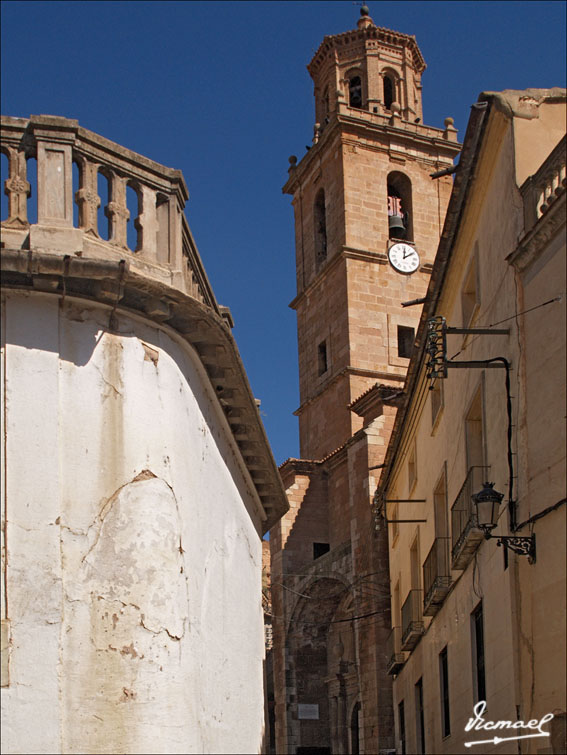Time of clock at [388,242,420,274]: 12:09
